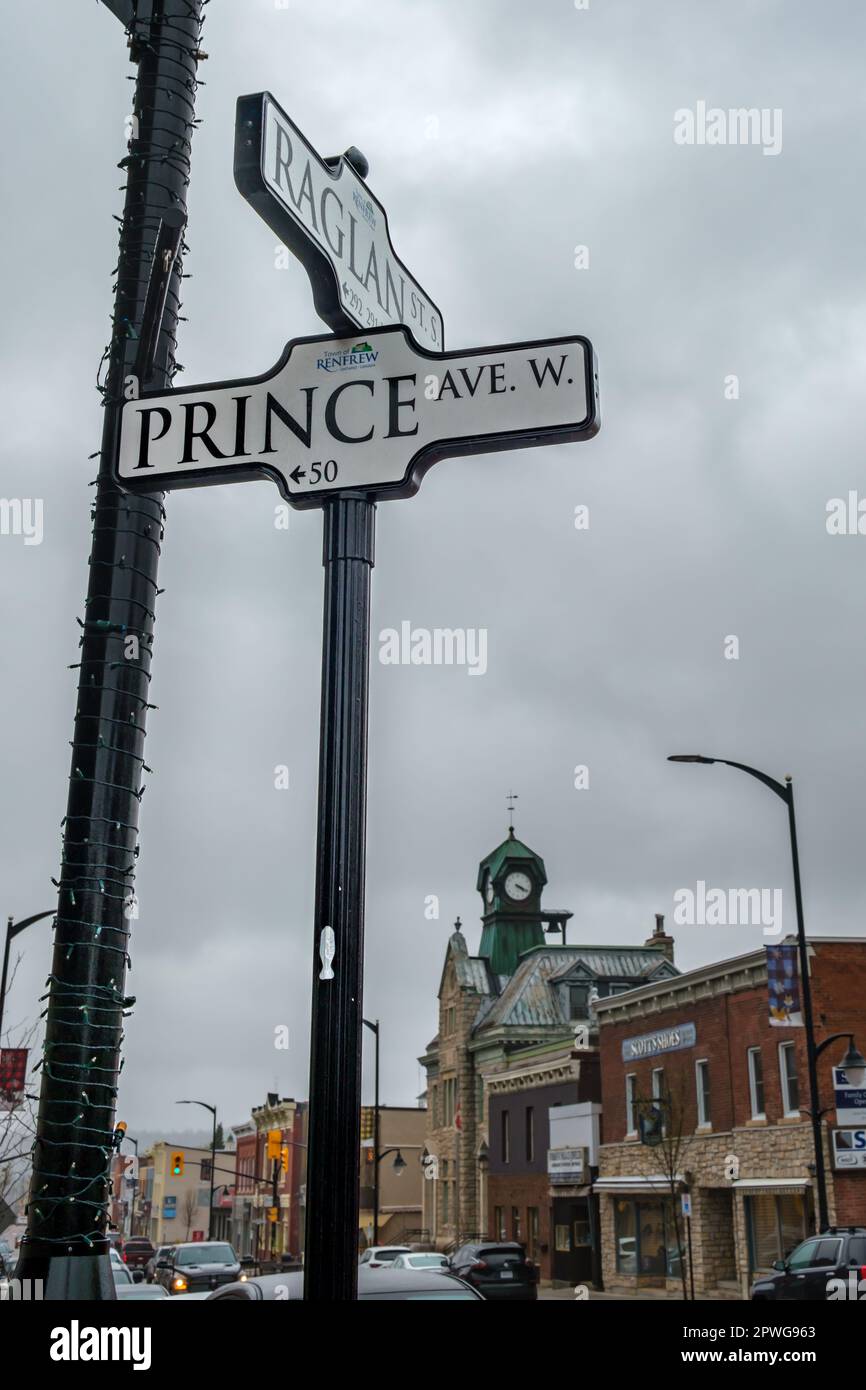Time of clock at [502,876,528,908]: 4:18
